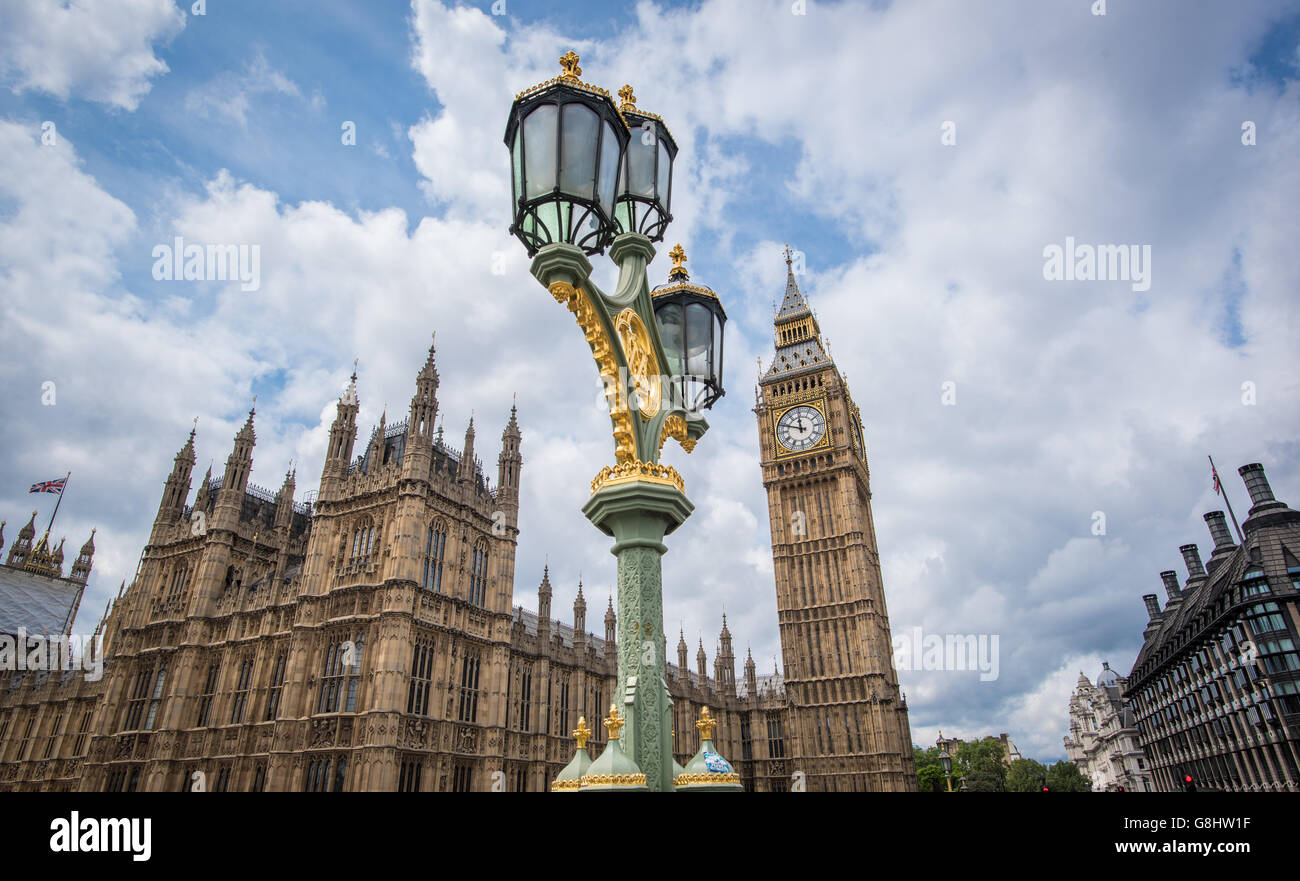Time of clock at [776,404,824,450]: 11:48
